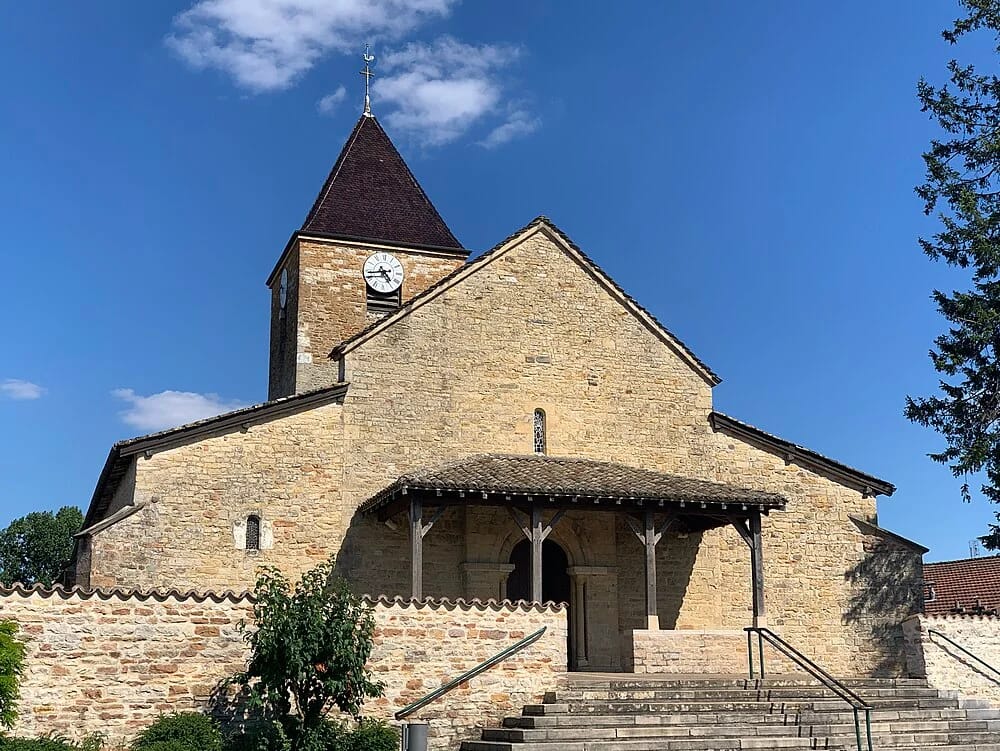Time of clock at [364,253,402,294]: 4:43
